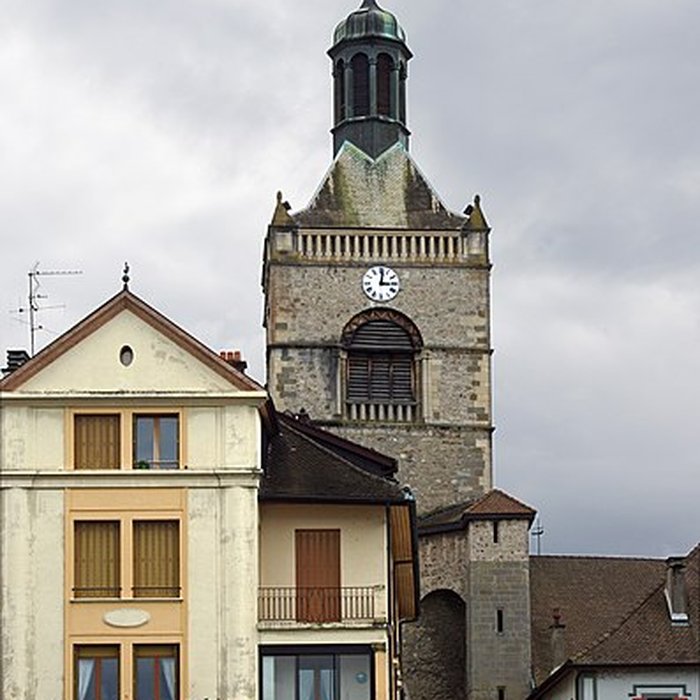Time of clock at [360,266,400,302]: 3:01
